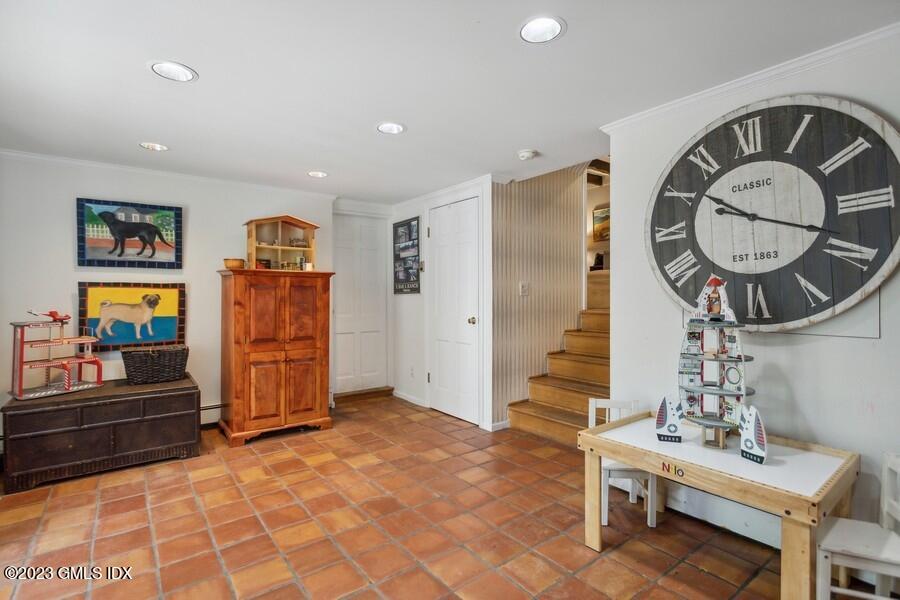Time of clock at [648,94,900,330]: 10:18
